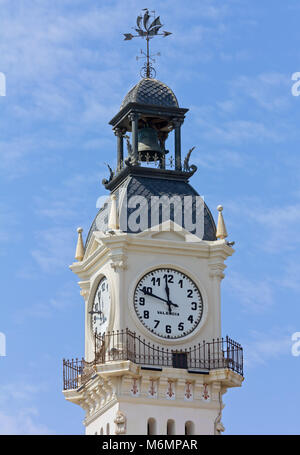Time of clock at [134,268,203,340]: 11:48
